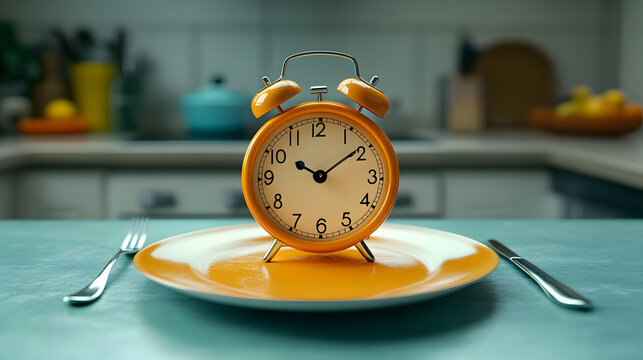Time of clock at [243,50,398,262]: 10:09
